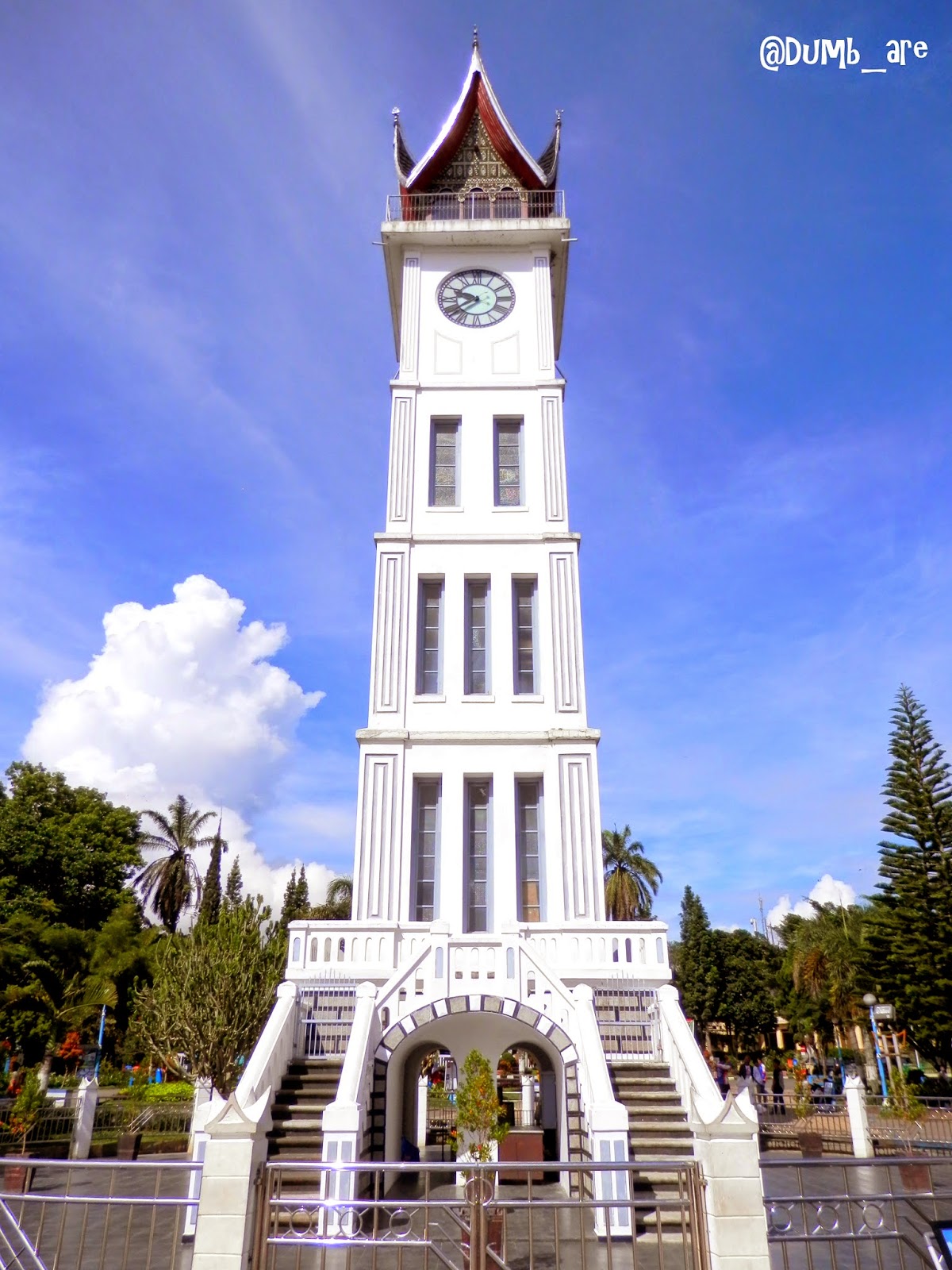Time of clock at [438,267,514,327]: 9:38
